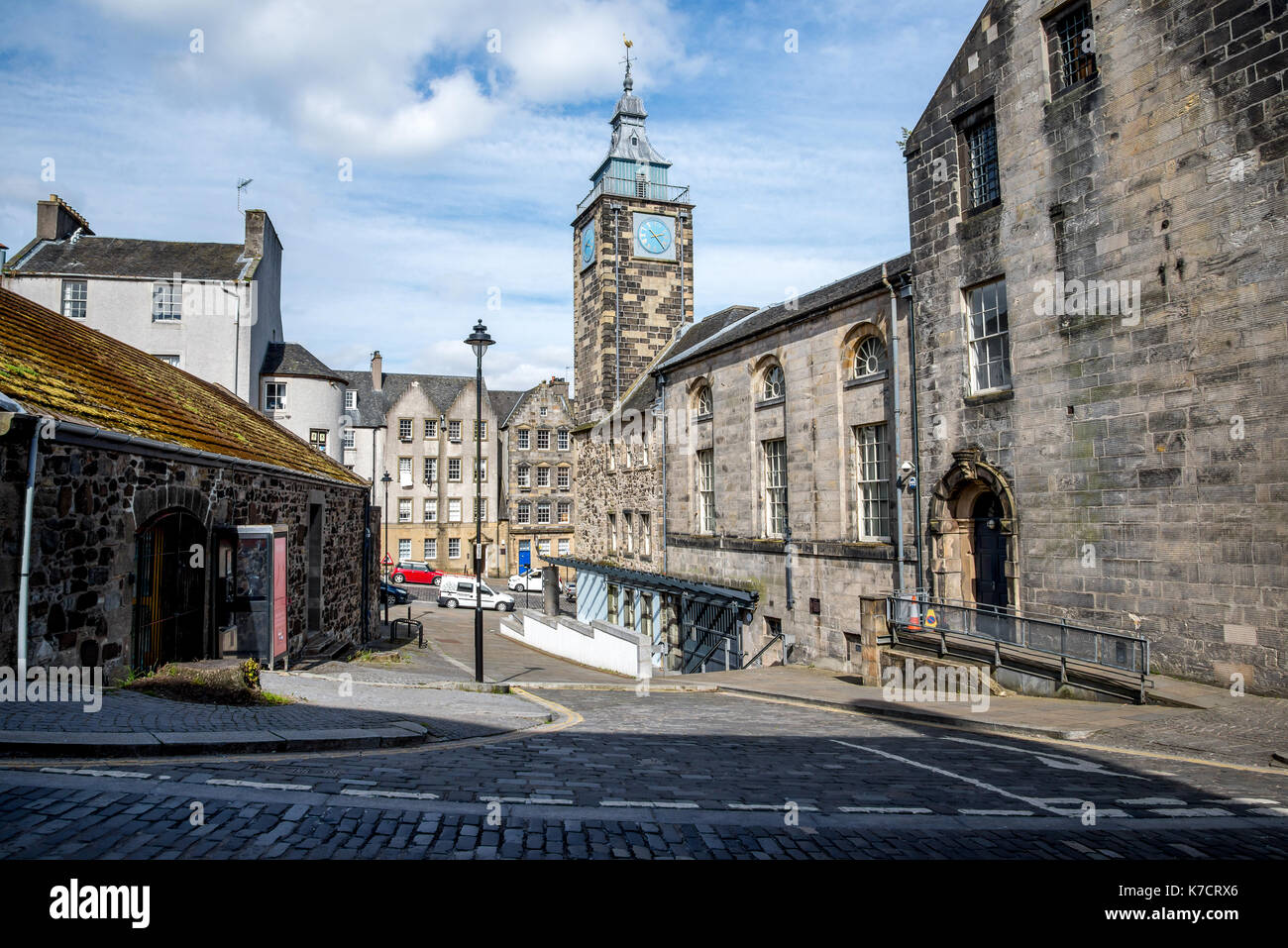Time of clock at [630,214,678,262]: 2:23
